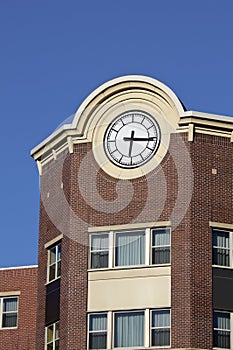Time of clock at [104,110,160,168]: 6:15
